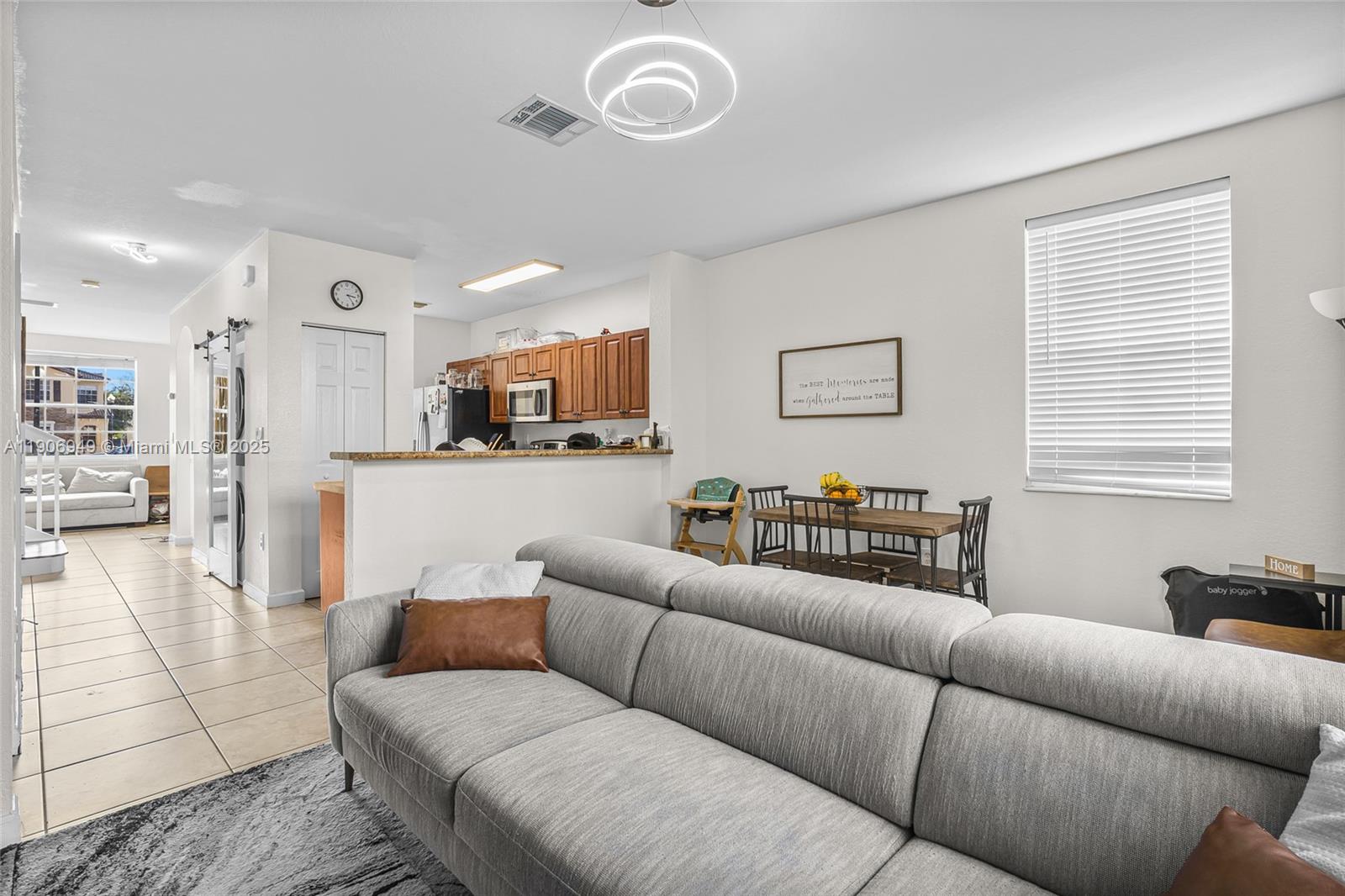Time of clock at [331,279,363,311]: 3:24
